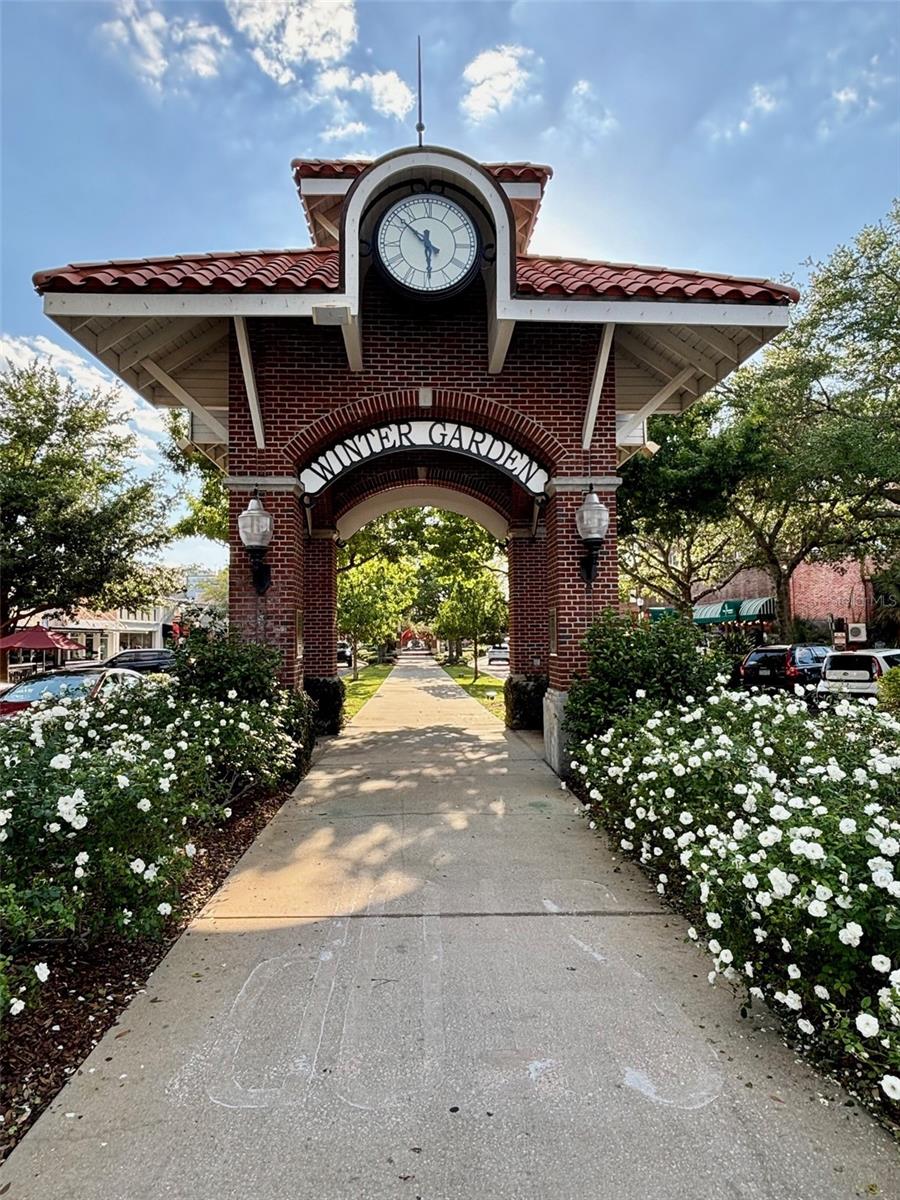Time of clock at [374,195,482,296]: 5:51
